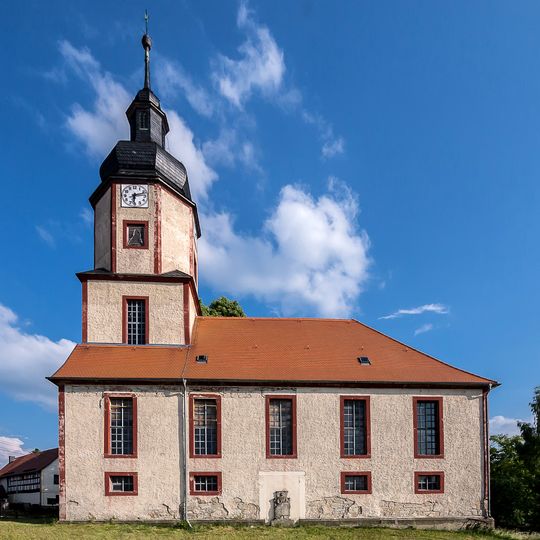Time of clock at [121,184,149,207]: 6:13
